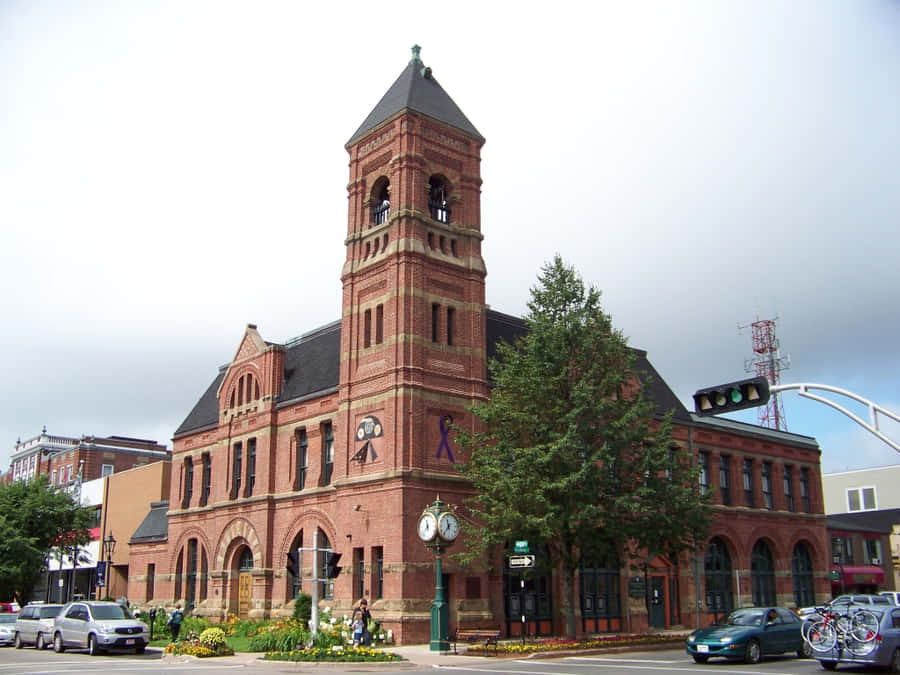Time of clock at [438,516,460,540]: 11:36
